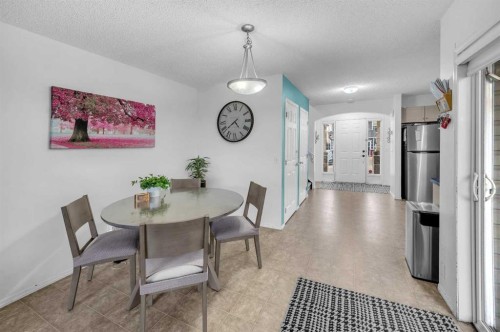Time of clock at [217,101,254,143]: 4:38
